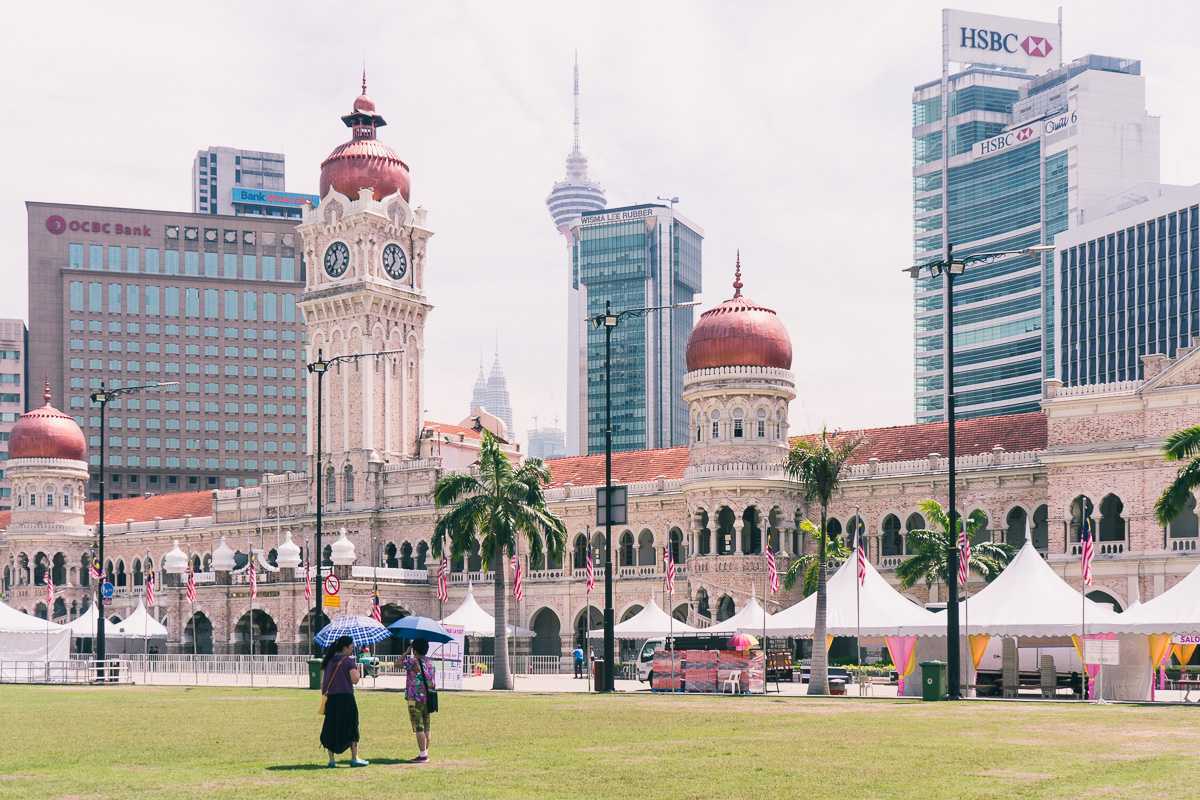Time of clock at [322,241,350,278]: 11:36
